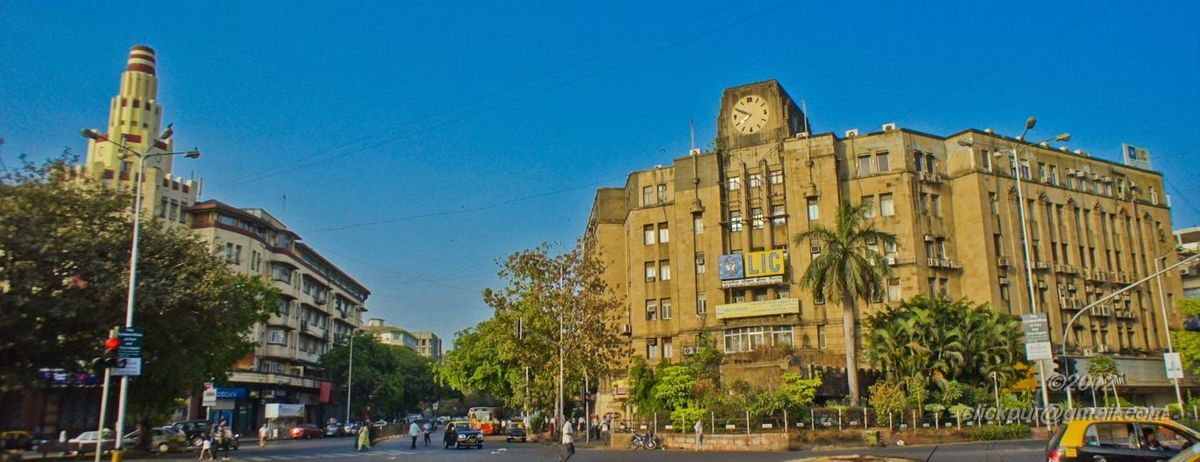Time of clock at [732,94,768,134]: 7:49
